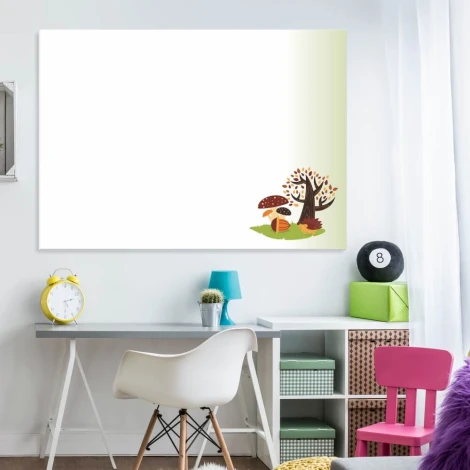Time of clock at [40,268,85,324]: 2:30
